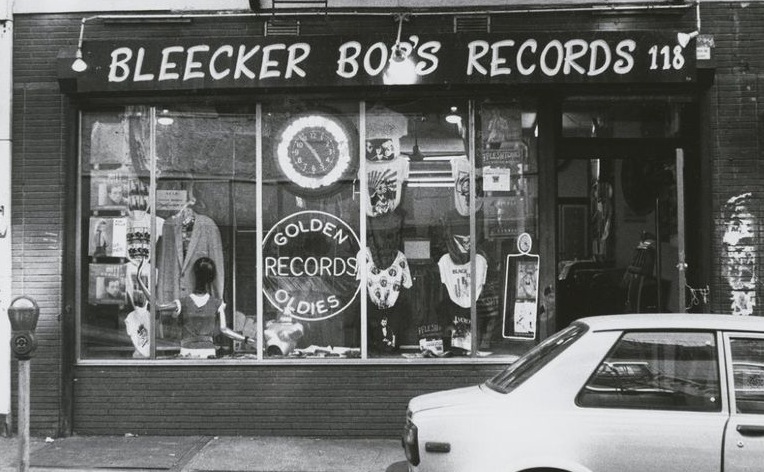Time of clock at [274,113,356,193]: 4:53
